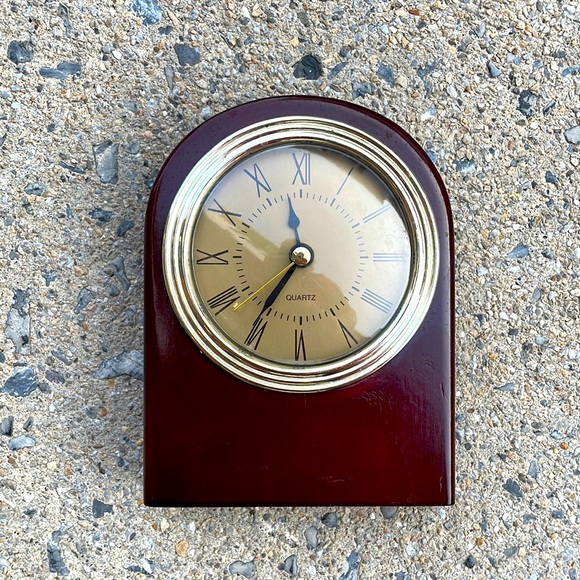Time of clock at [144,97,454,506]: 11:35
